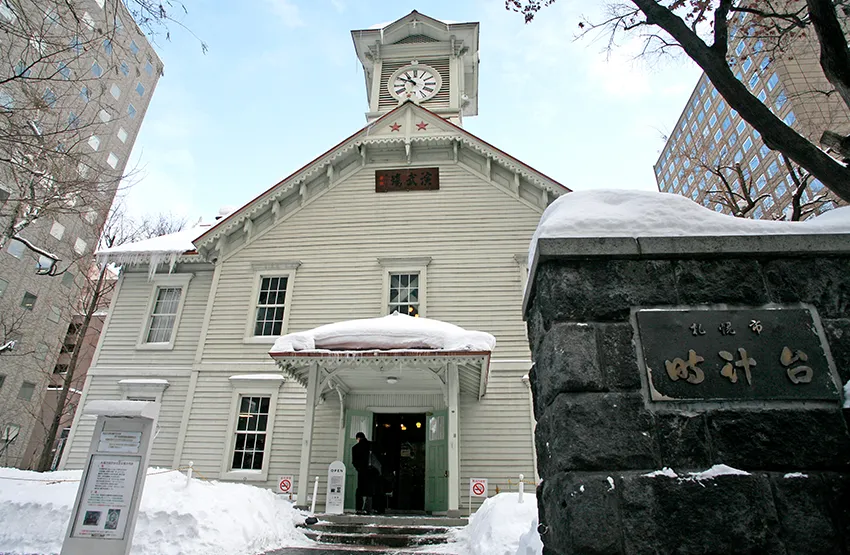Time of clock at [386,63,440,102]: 10:50
